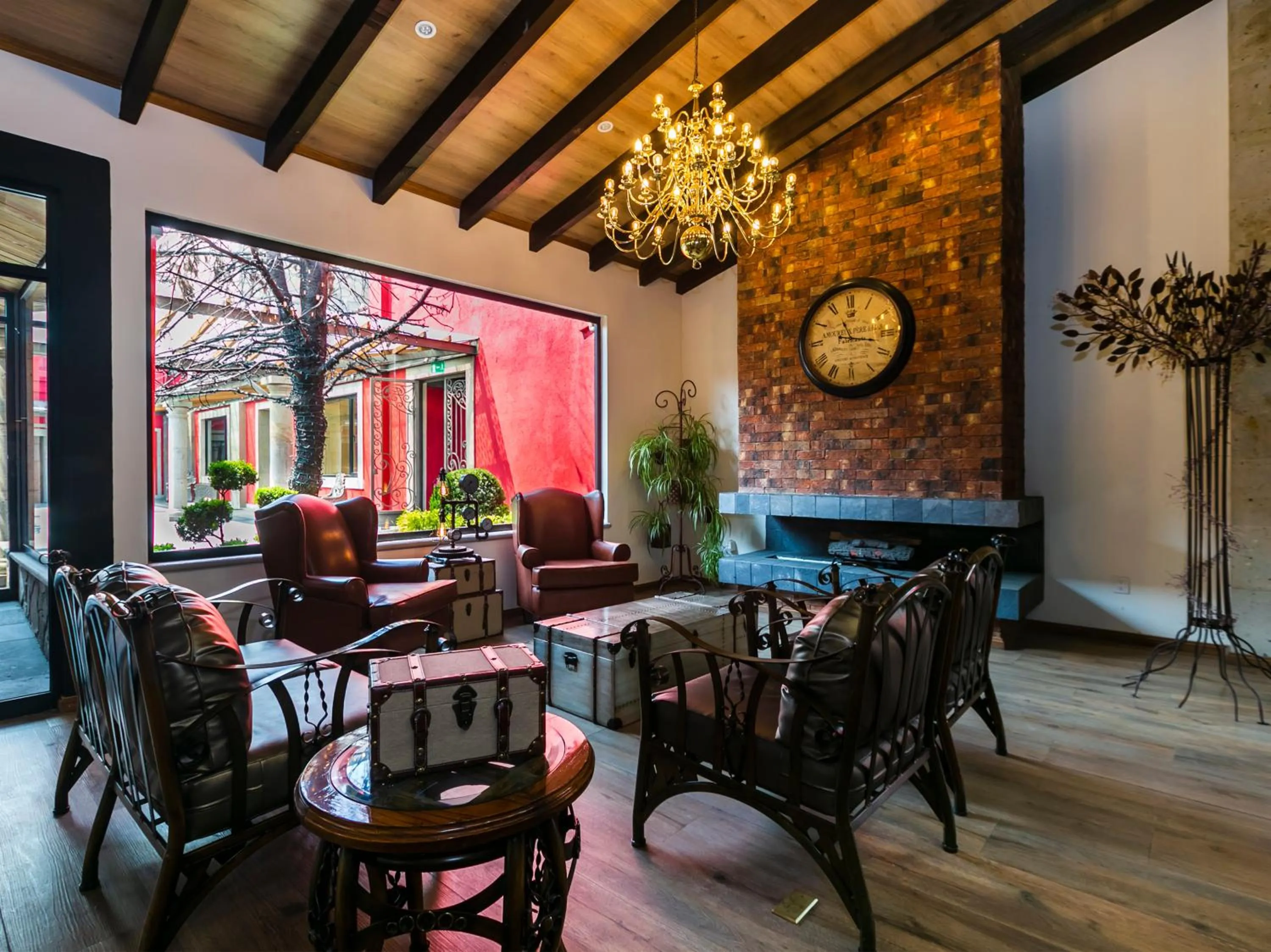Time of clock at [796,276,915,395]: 11:16
